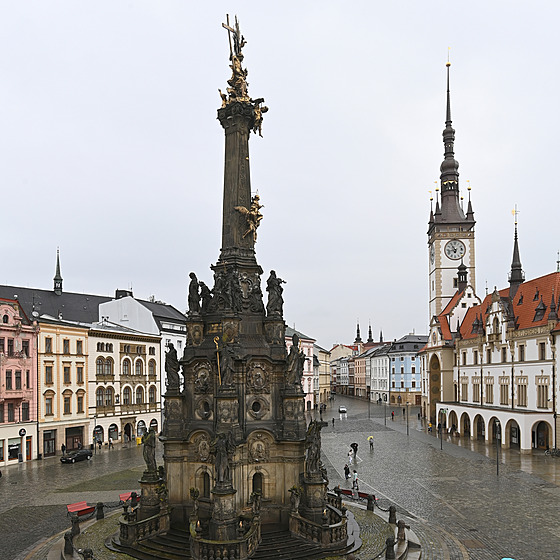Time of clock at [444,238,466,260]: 10:43
